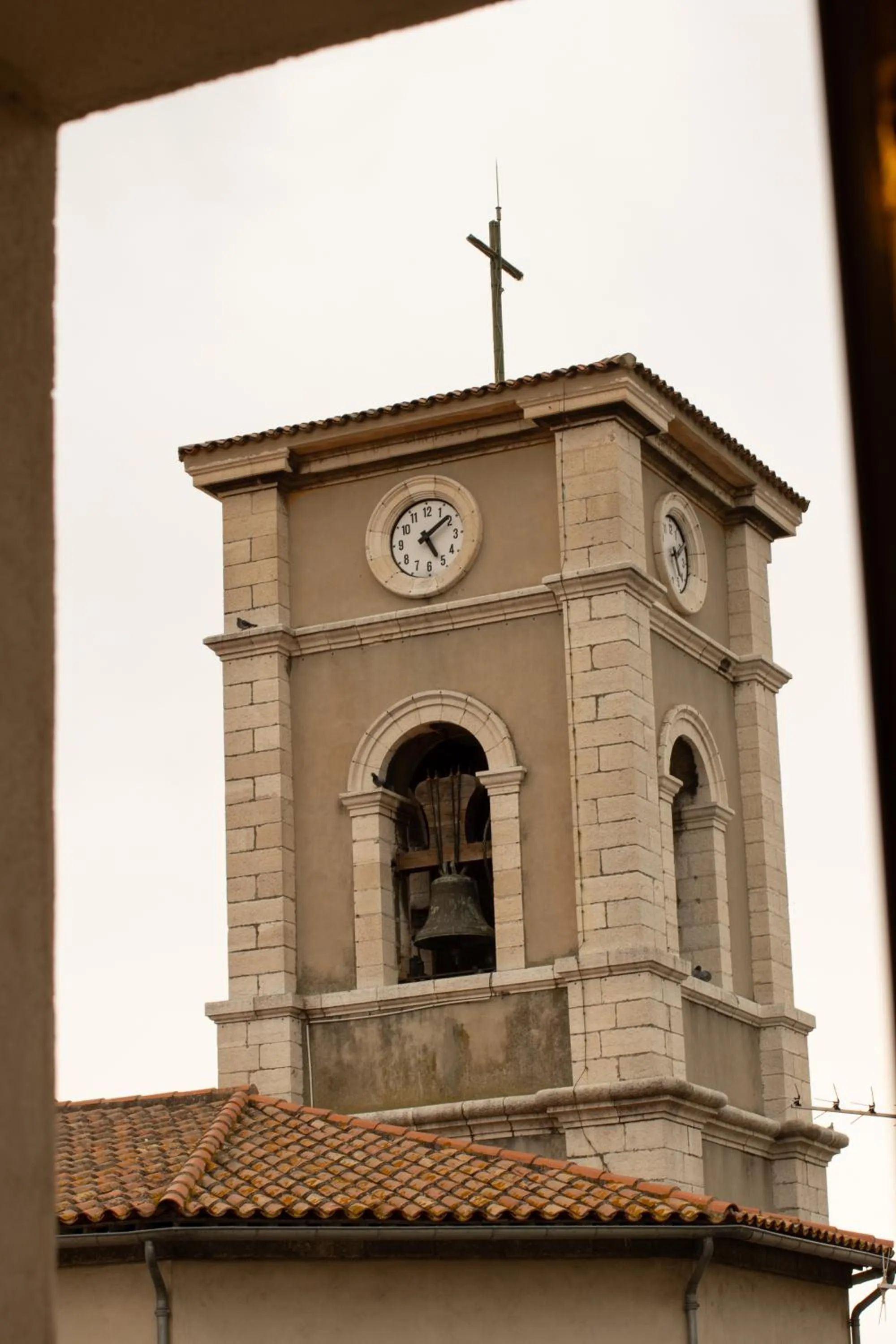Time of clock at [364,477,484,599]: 5:08
